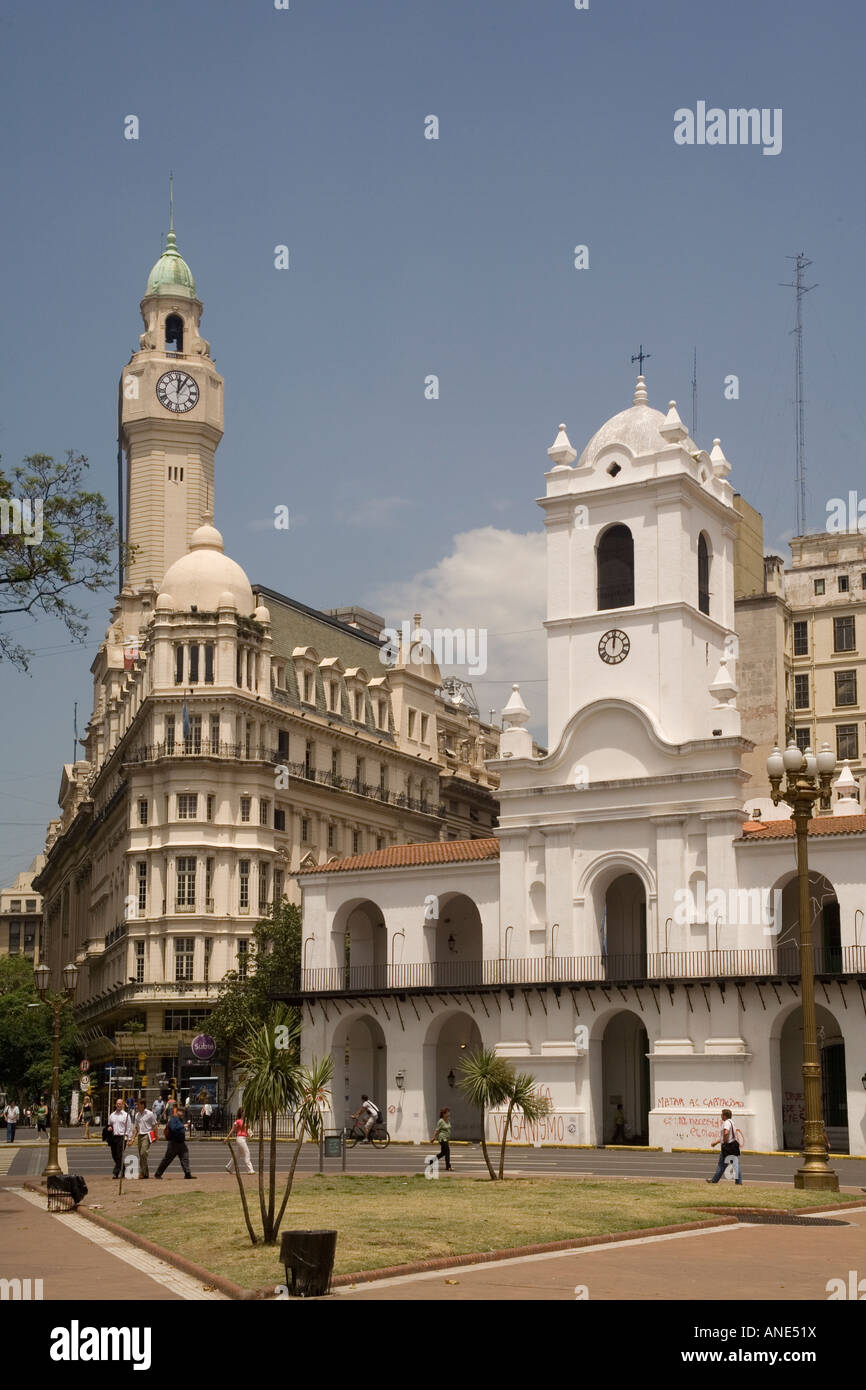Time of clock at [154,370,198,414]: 12:05
